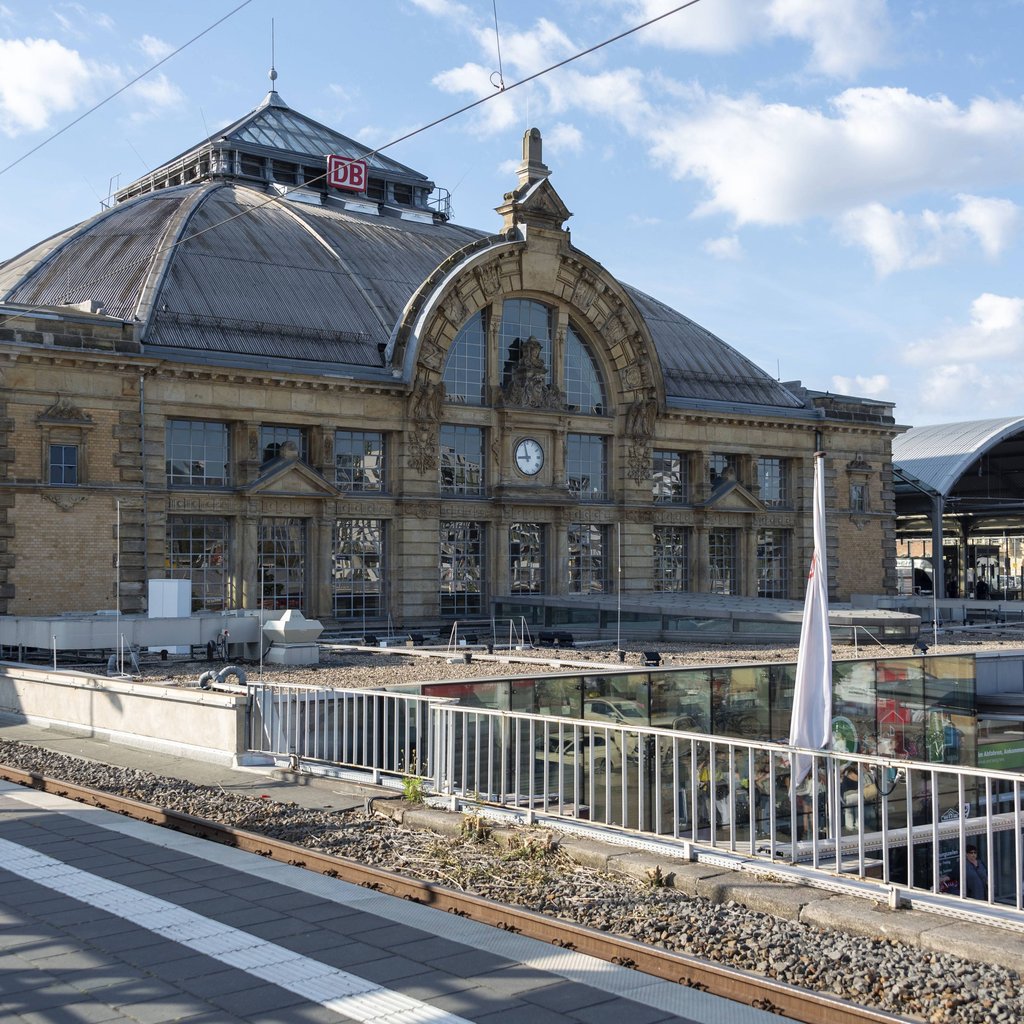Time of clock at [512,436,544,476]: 8:57
